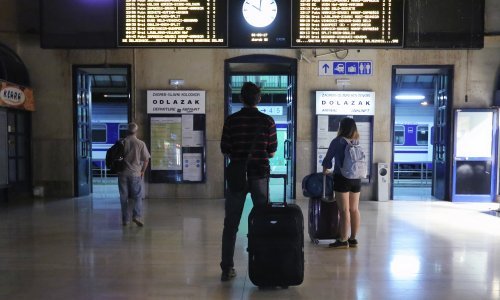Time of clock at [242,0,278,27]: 10:00
